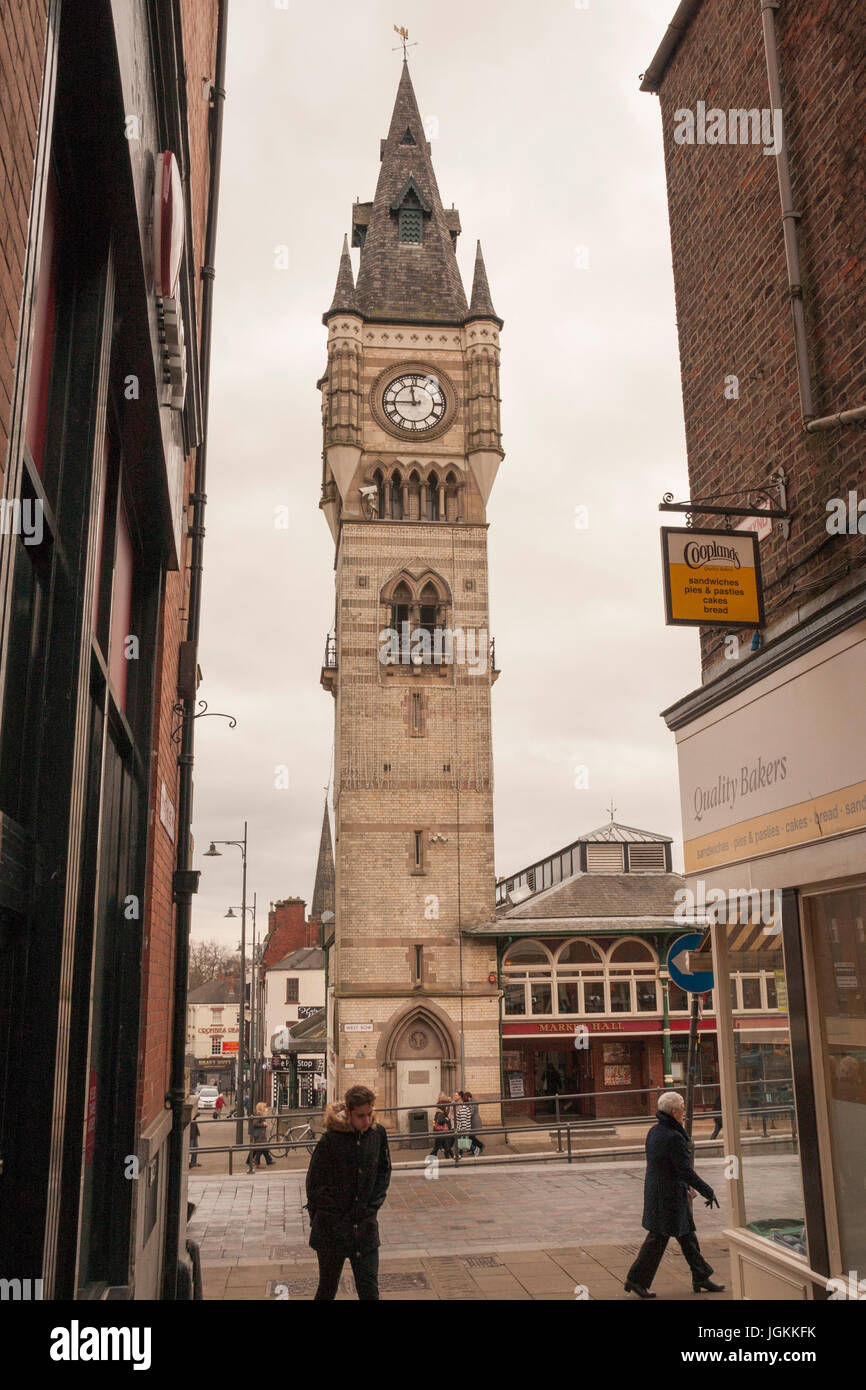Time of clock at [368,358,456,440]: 11:44
